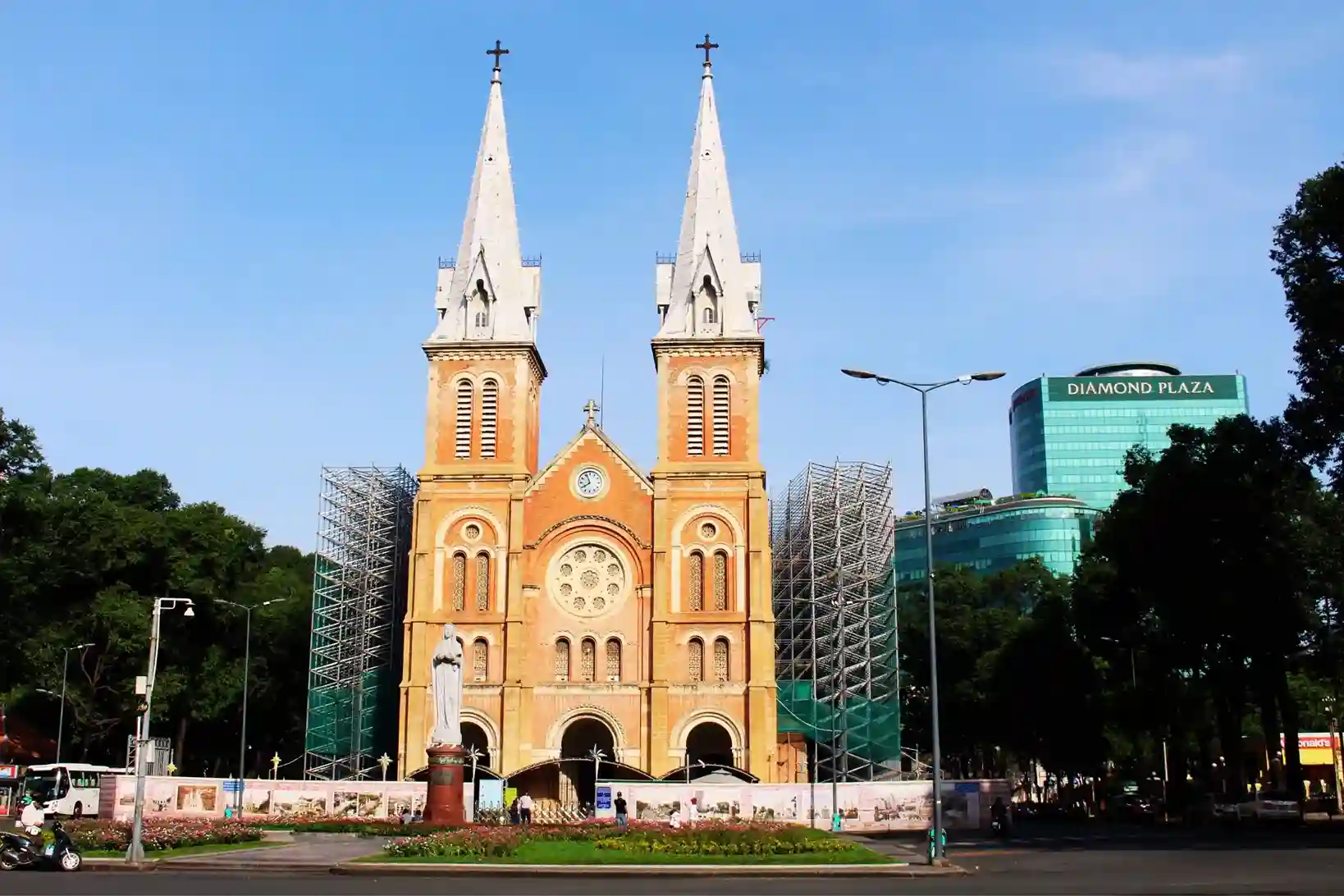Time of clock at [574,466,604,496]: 7:56
